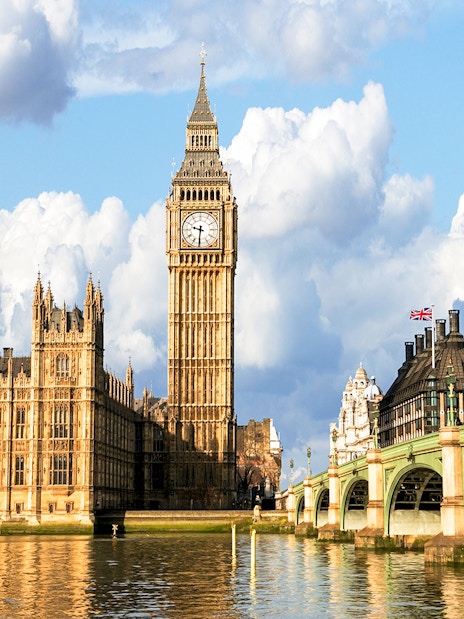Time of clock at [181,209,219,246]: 9:31
